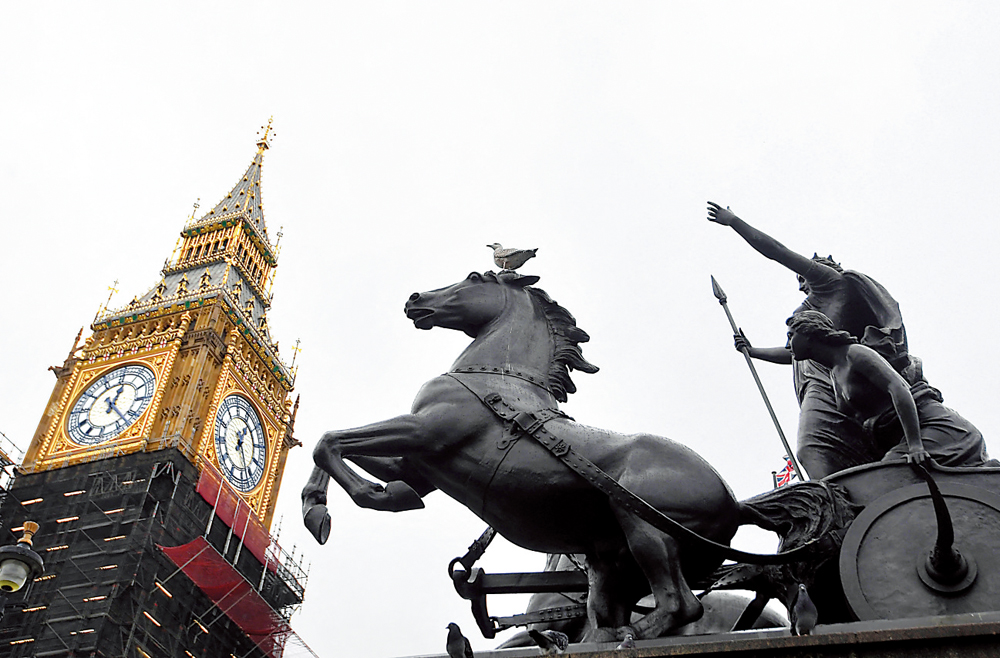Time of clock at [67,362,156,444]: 12:22
